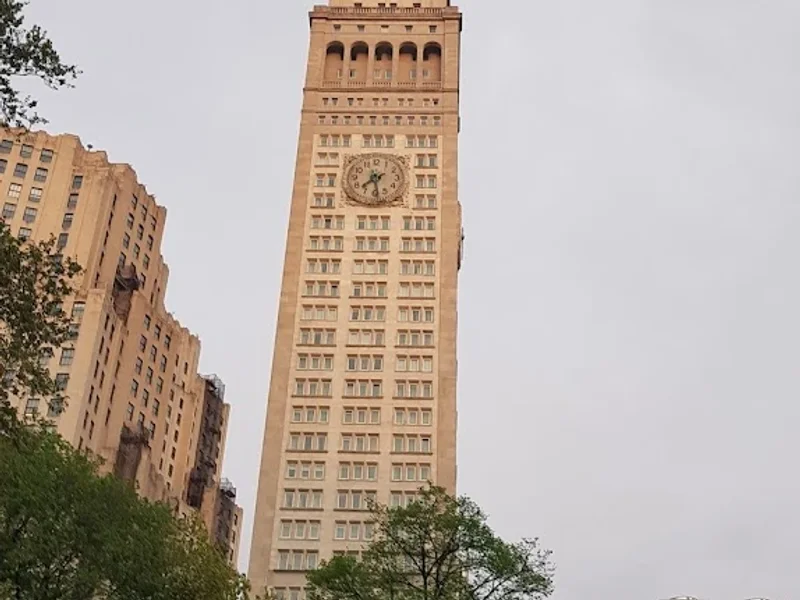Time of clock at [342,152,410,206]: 7:28
